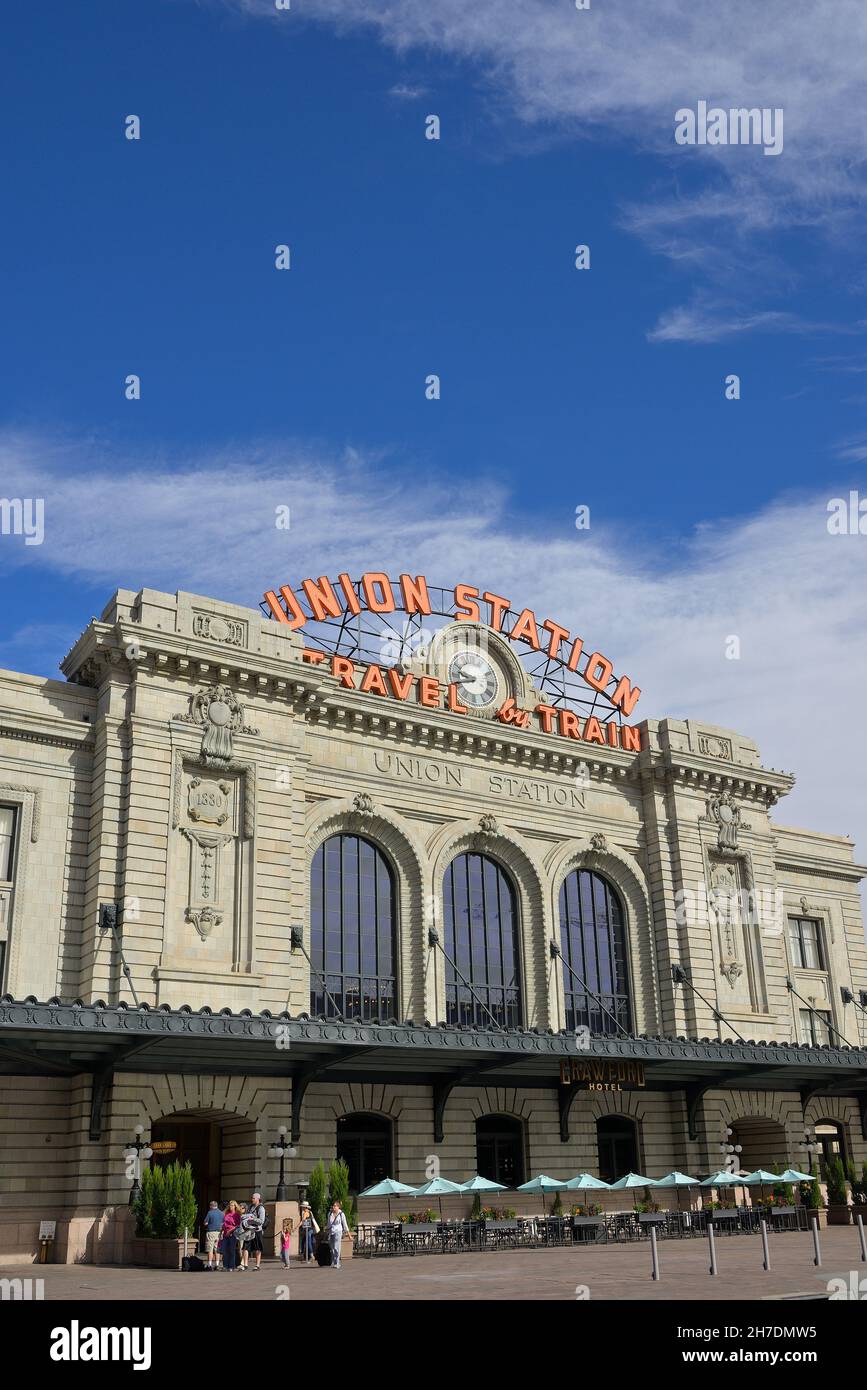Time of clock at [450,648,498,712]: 9:42
